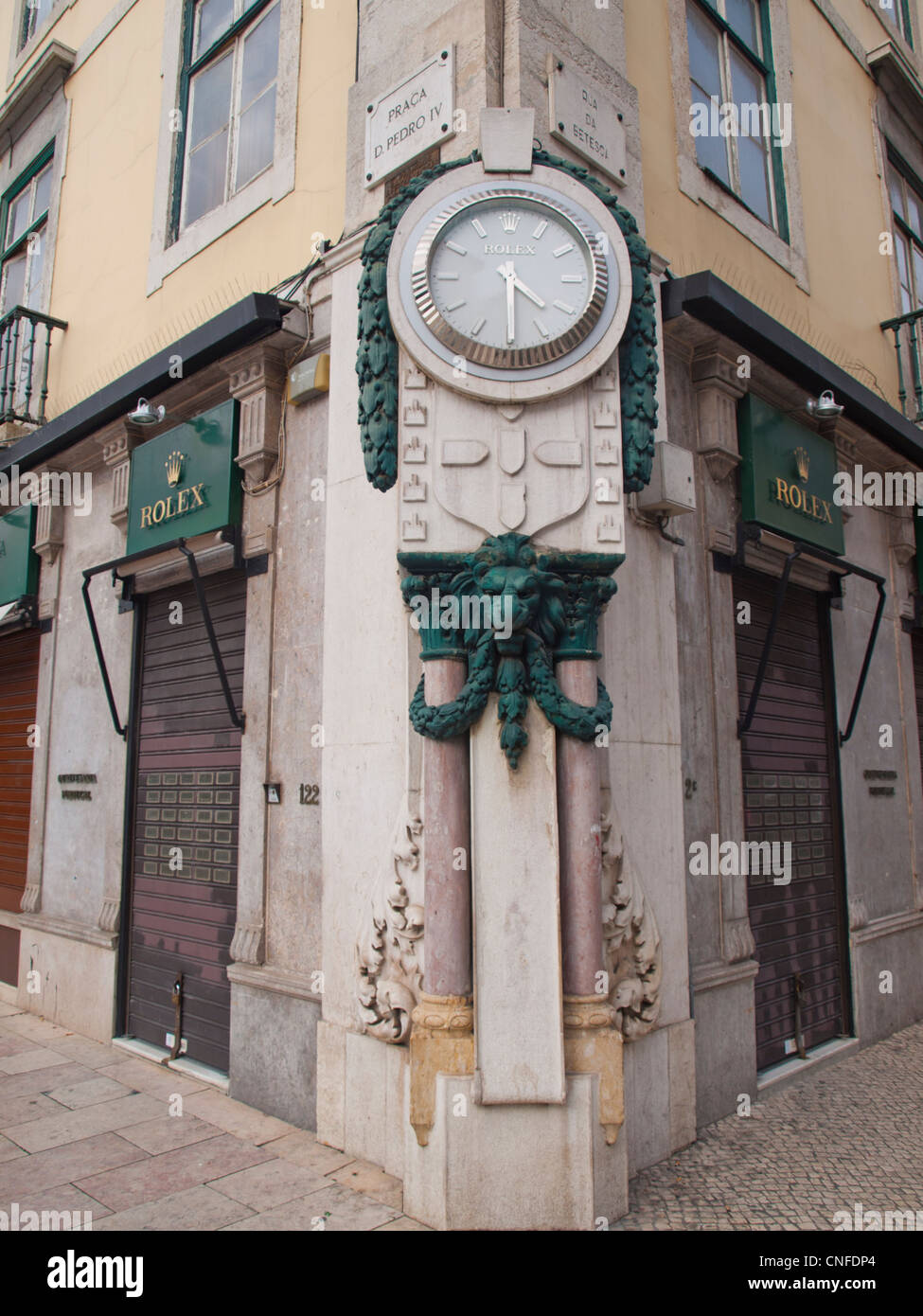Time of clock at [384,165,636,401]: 4:29
